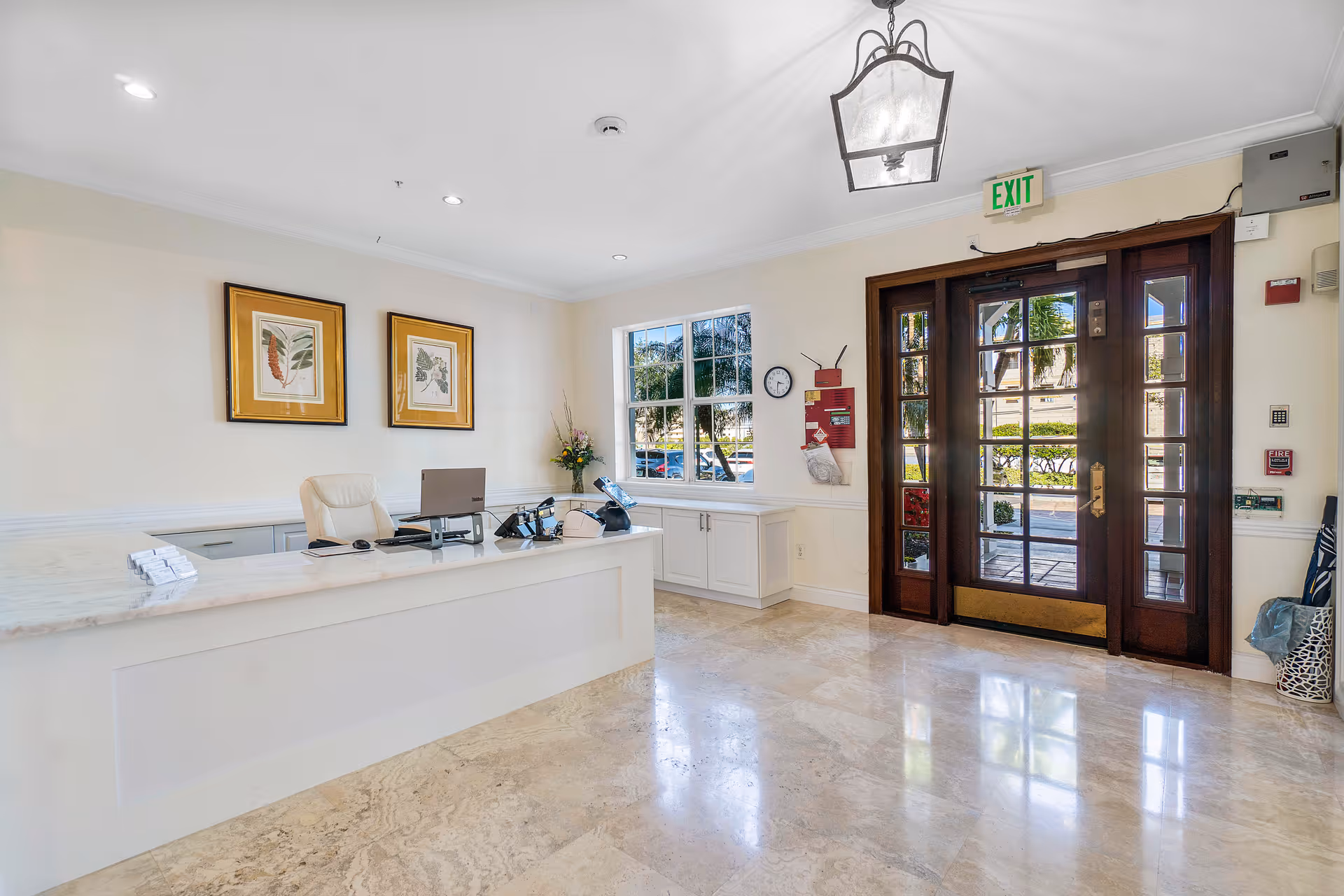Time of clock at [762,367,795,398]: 3:31
